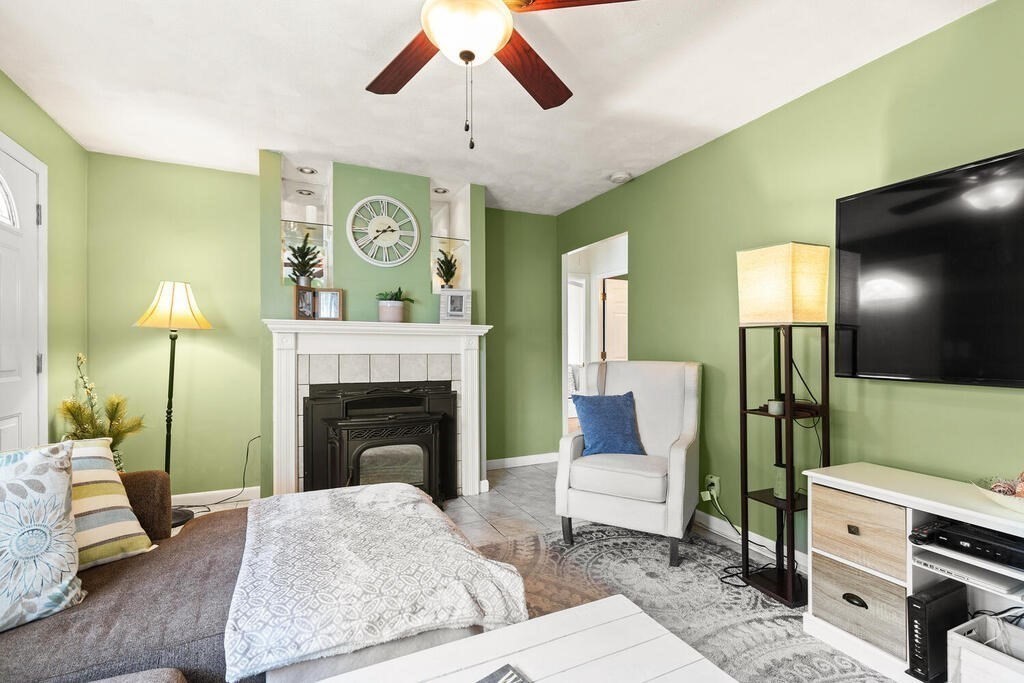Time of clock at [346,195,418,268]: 2:38
